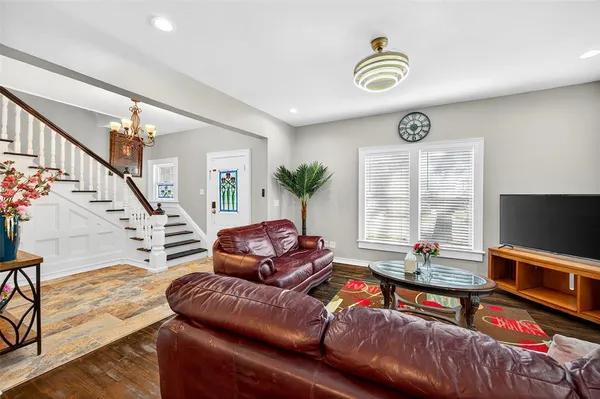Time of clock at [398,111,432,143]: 6:14
